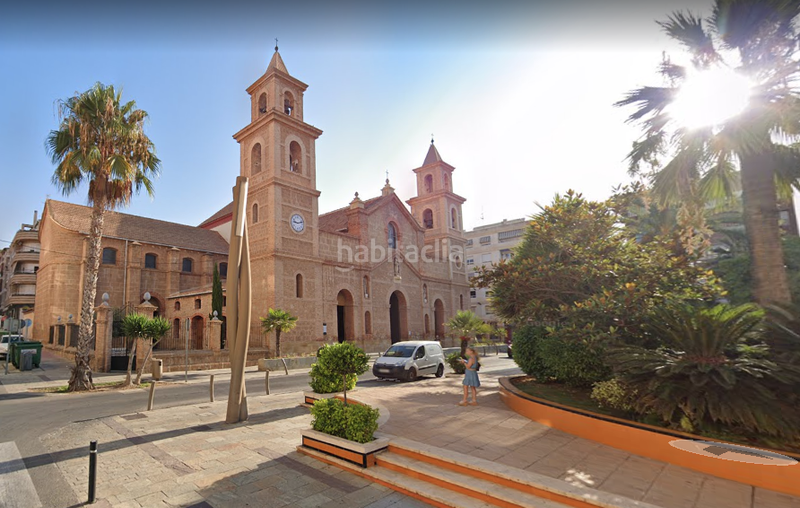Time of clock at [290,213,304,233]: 9:12
